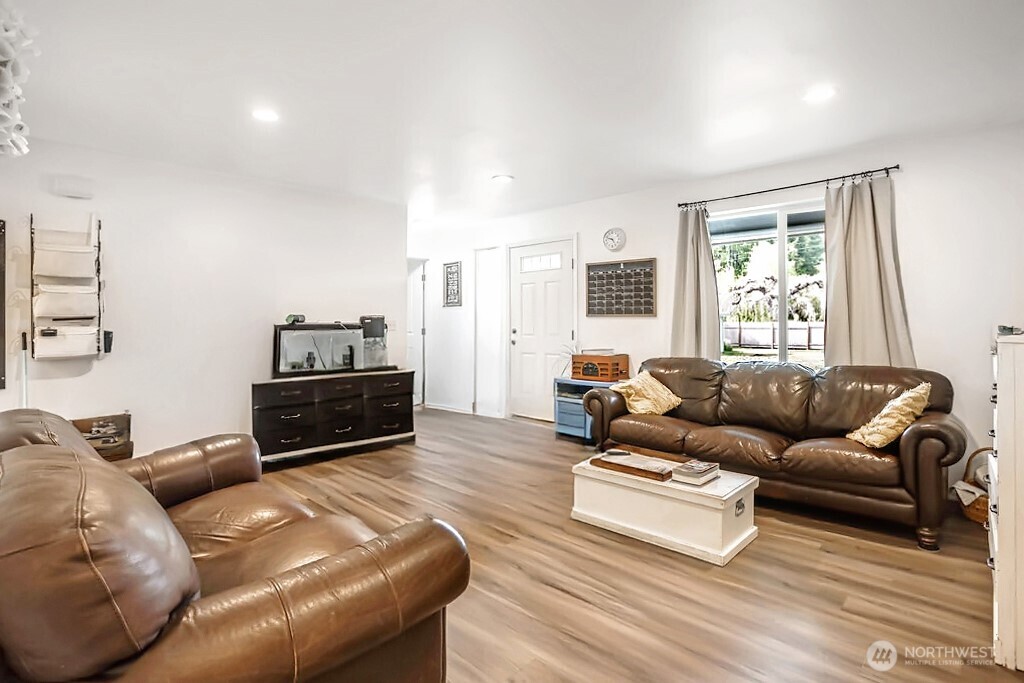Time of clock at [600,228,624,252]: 9:25
